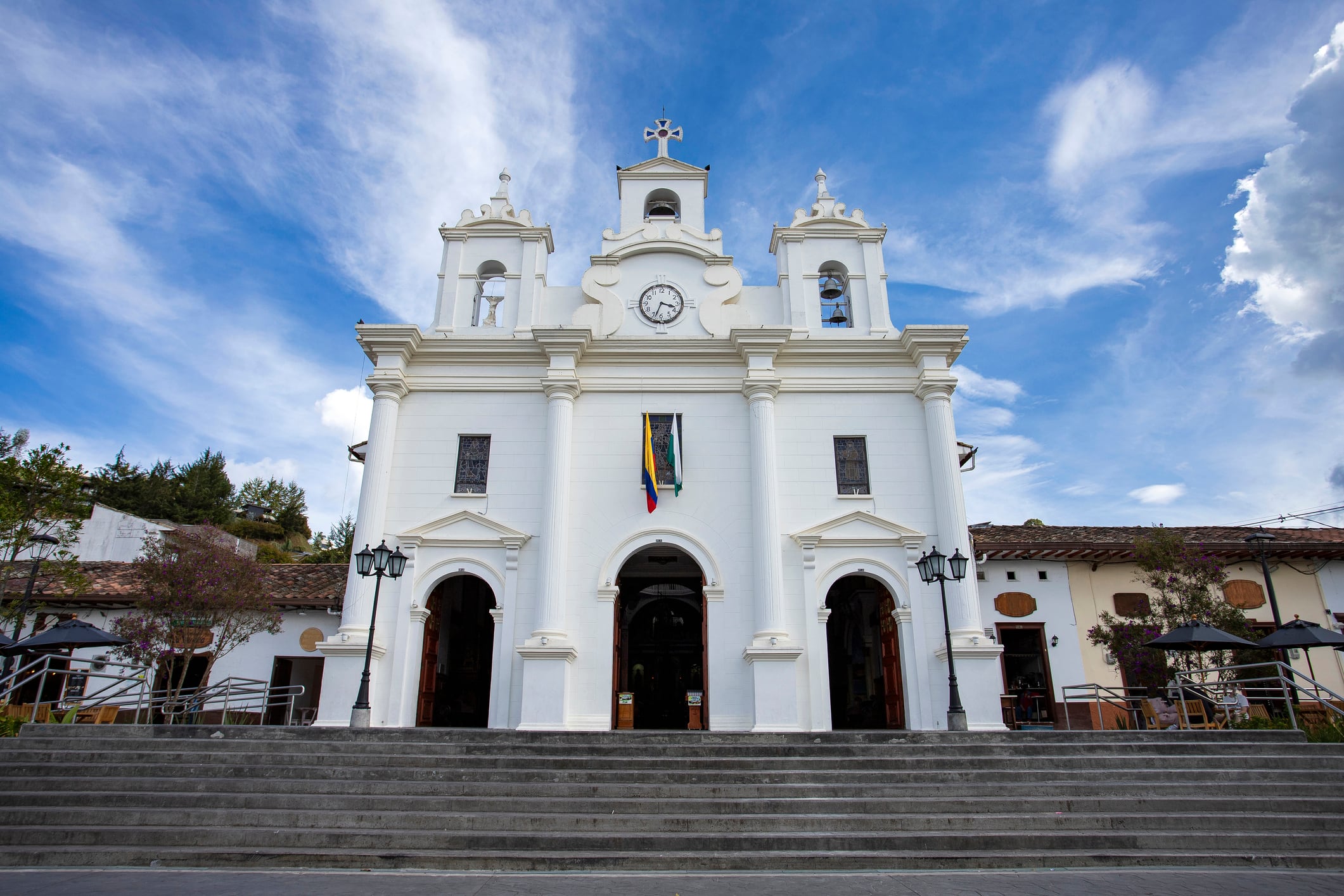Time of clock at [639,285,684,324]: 3:33
